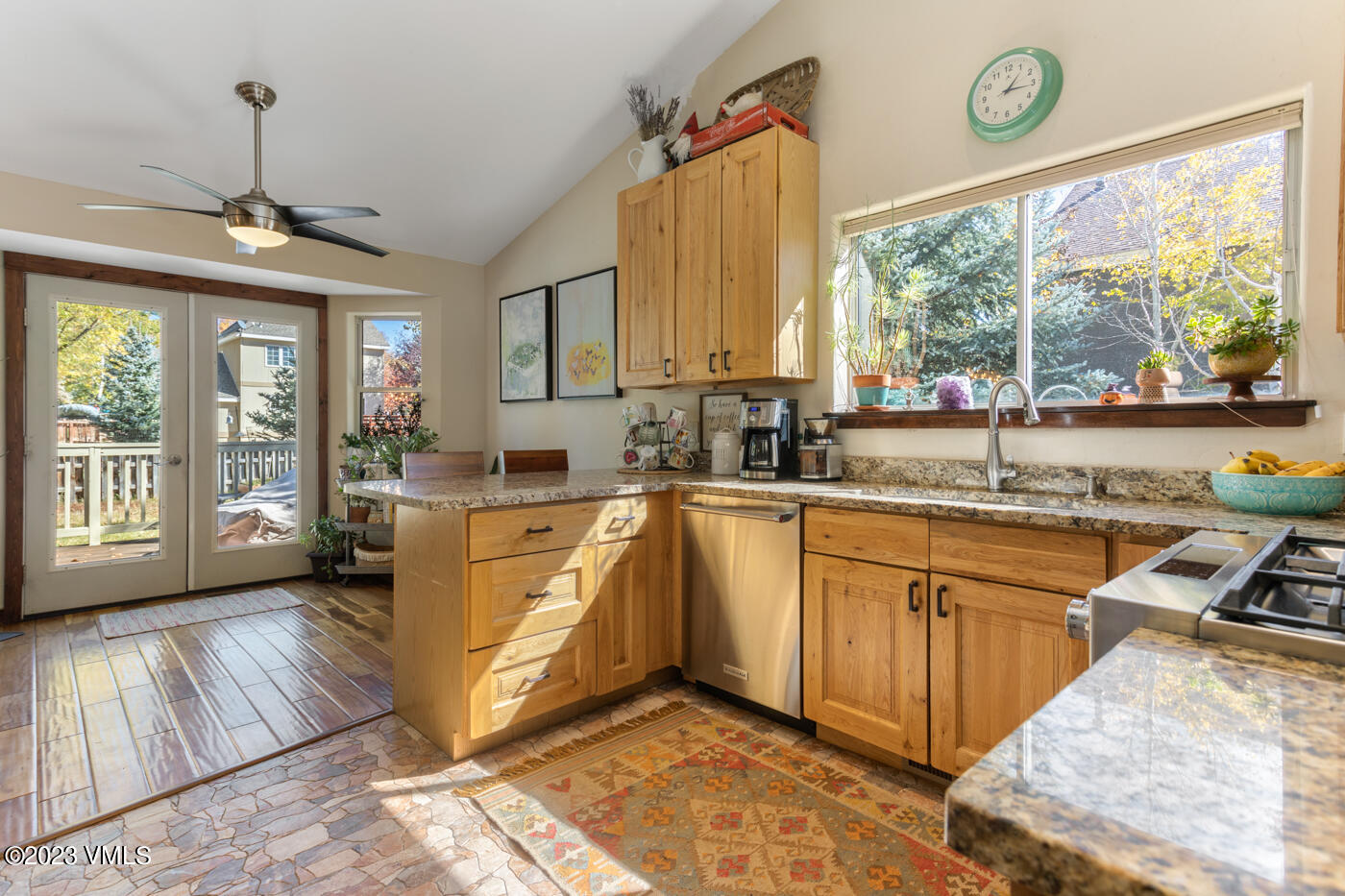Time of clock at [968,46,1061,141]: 1:16
